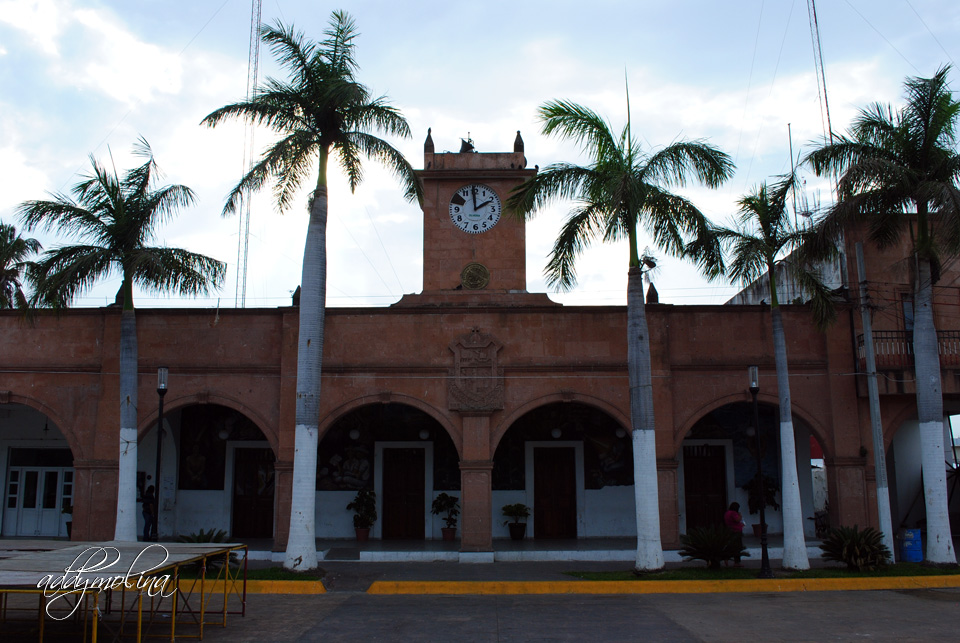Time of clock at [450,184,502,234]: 1:59
